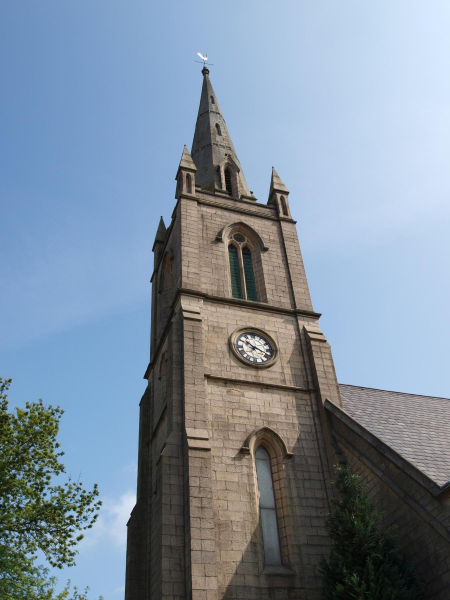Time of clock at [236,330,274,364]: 10:18
